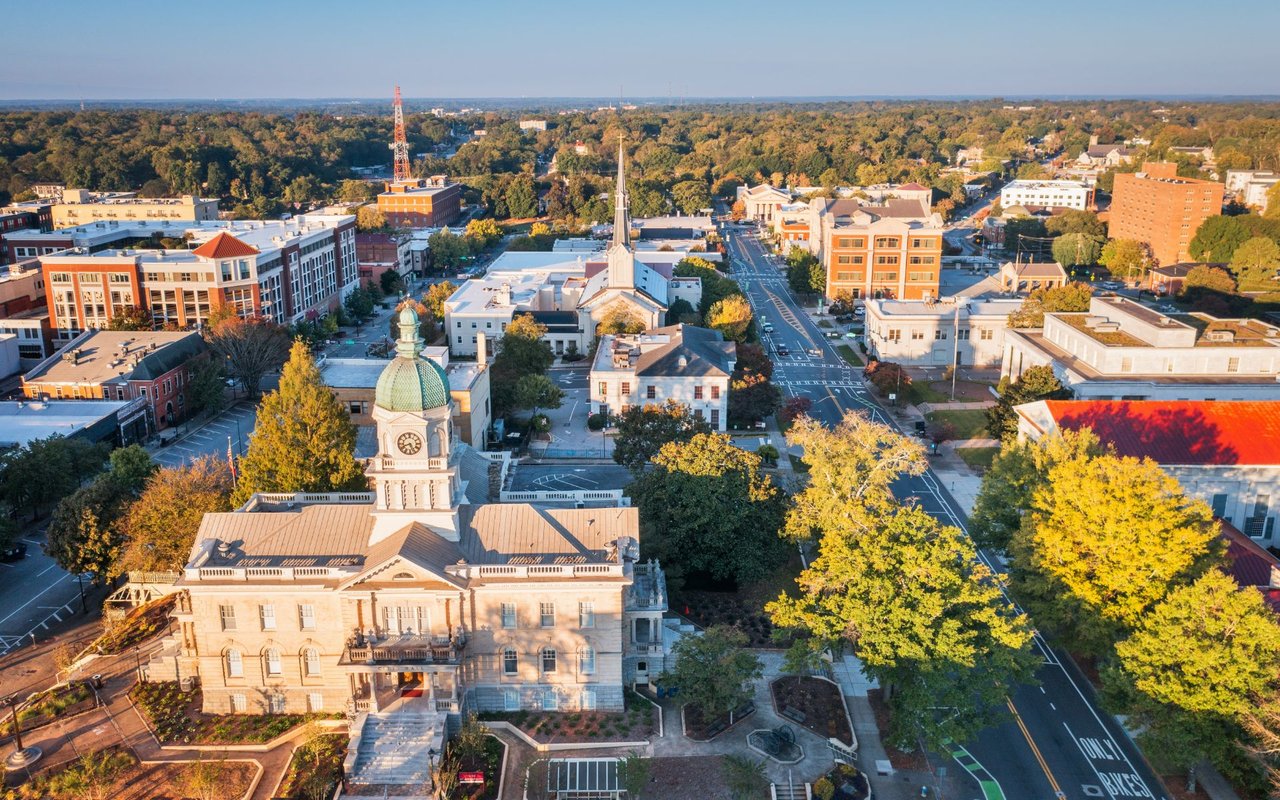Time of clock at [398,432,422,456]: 8:26
